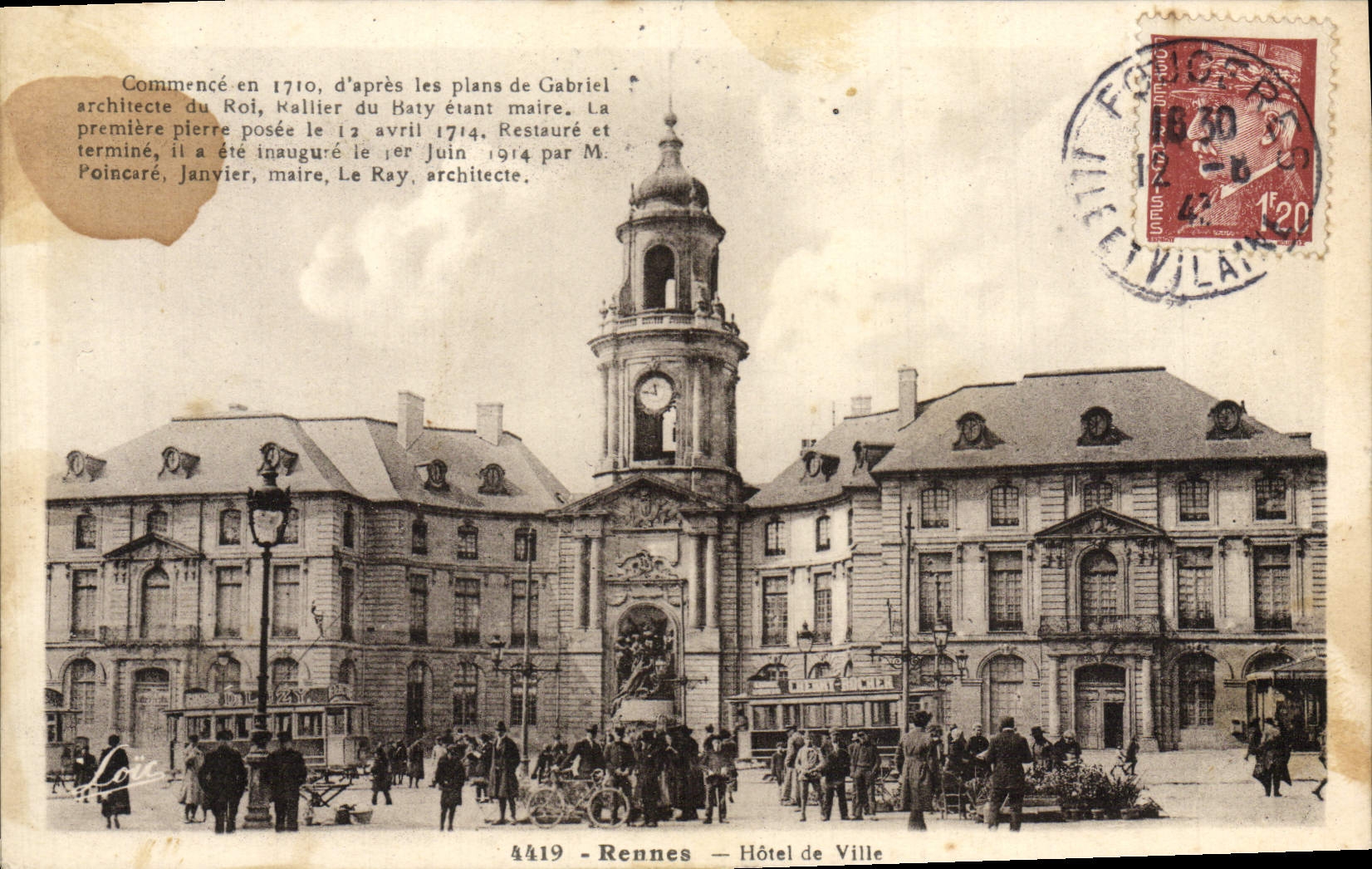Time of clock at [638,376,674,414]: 11:46
